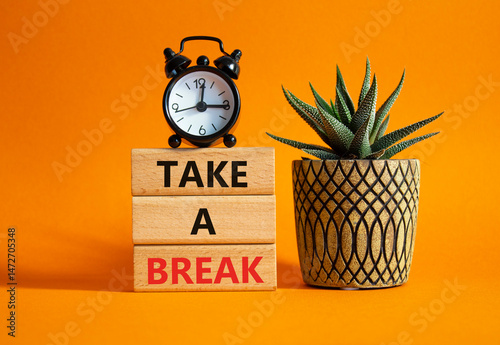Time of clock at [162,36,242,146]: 3:01
